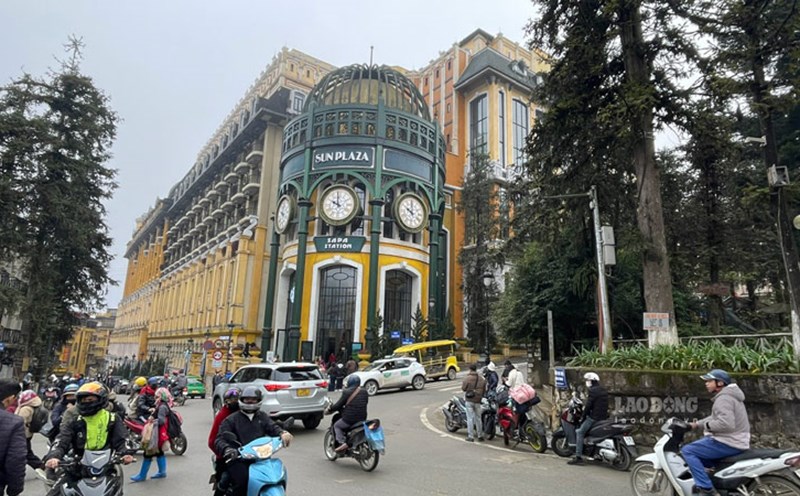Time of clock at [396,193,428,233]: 10:00
